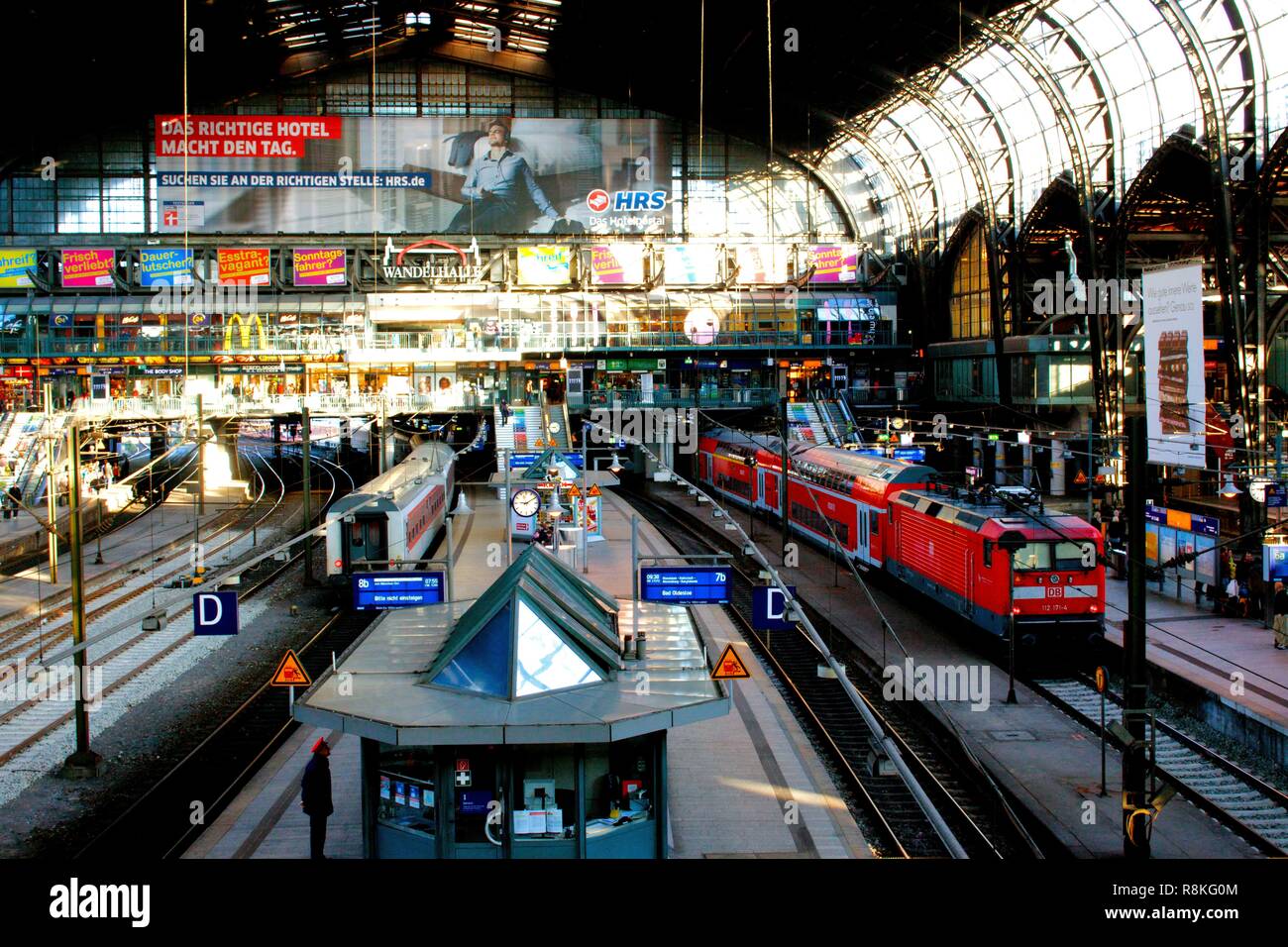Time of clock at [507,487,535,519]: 9:09
